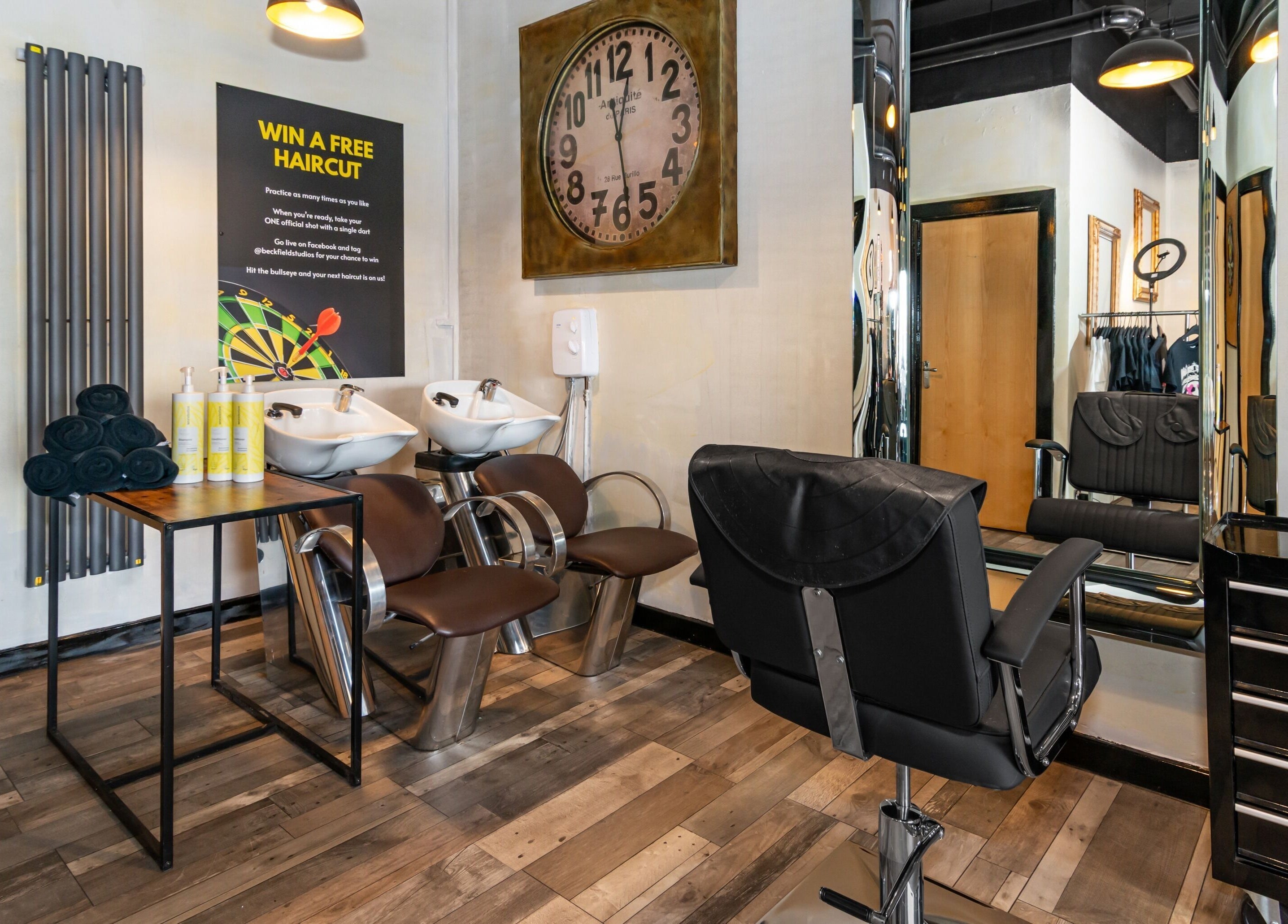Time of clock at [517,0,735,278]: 12:28
